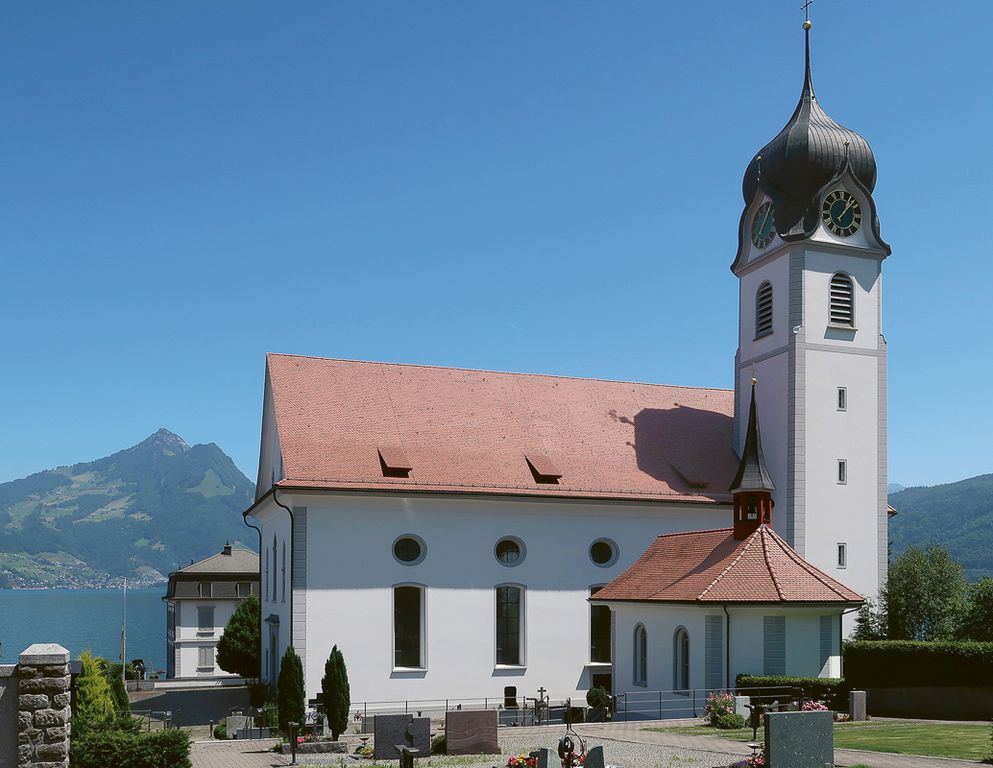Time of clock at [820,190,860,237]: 1:07
